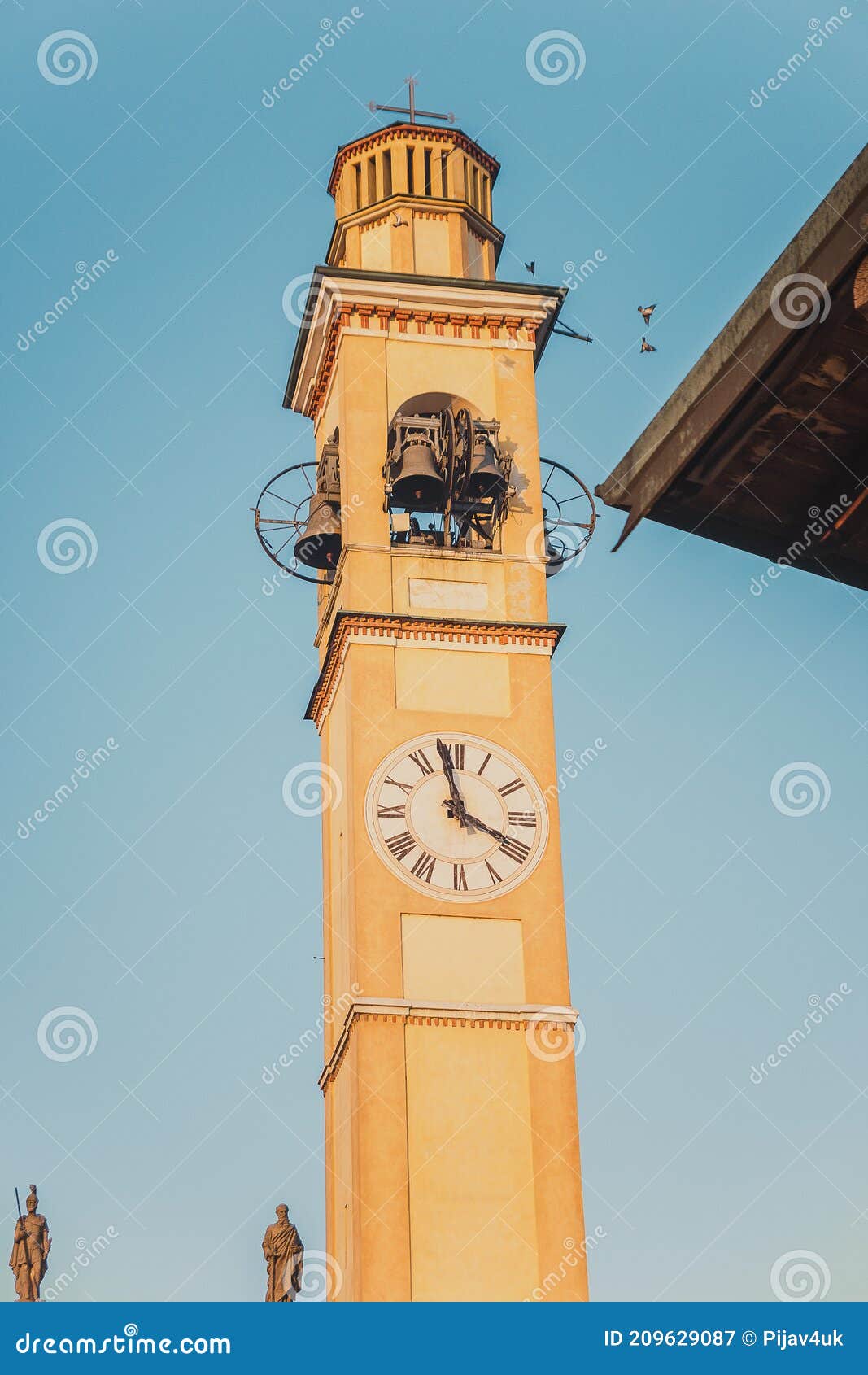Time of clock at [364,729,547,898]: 3:58
